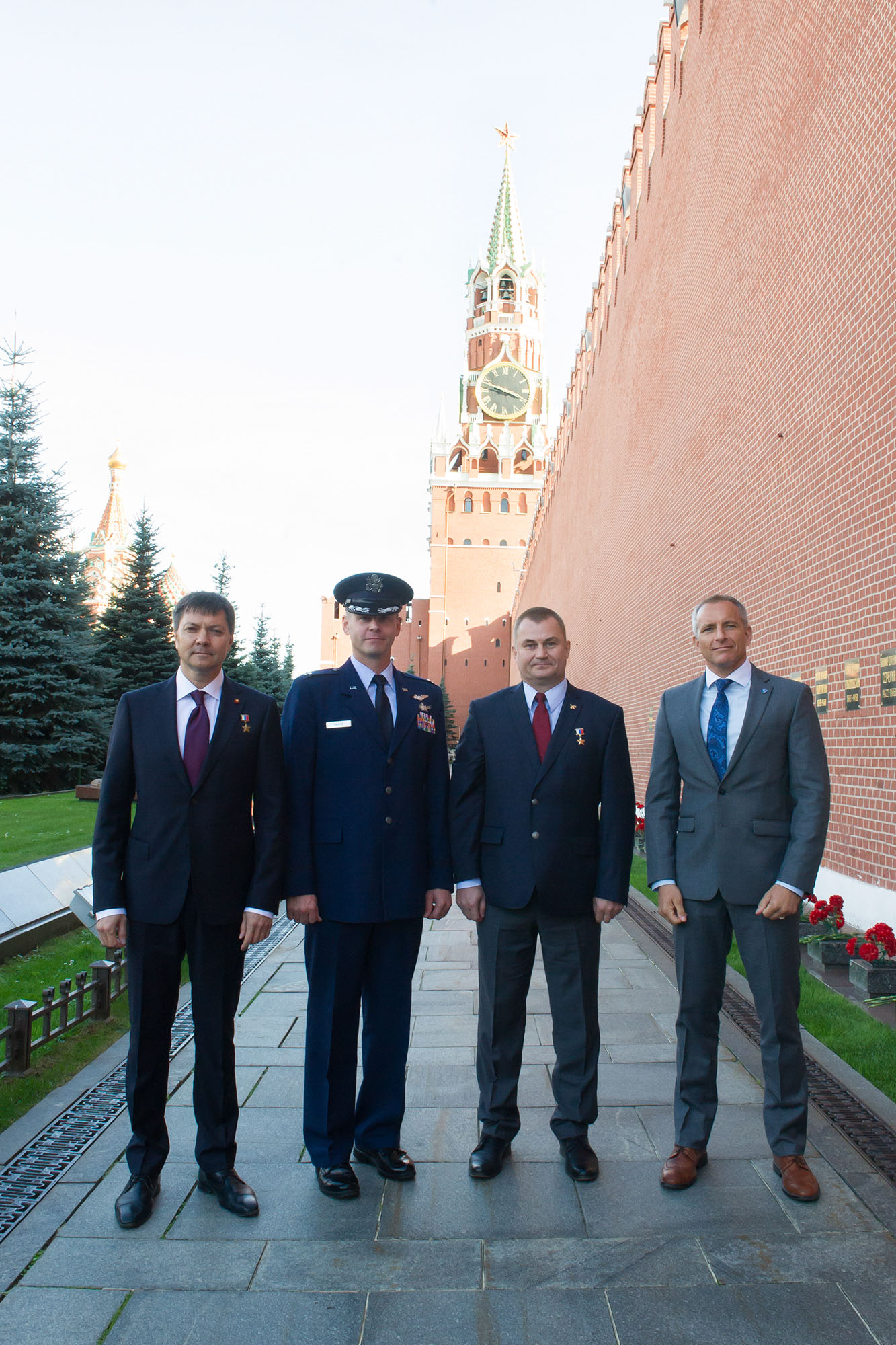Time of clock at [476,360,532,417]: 3:48
